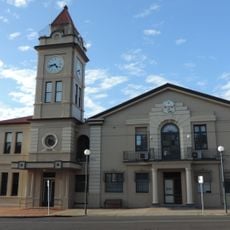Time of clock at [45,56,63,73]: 4:42
